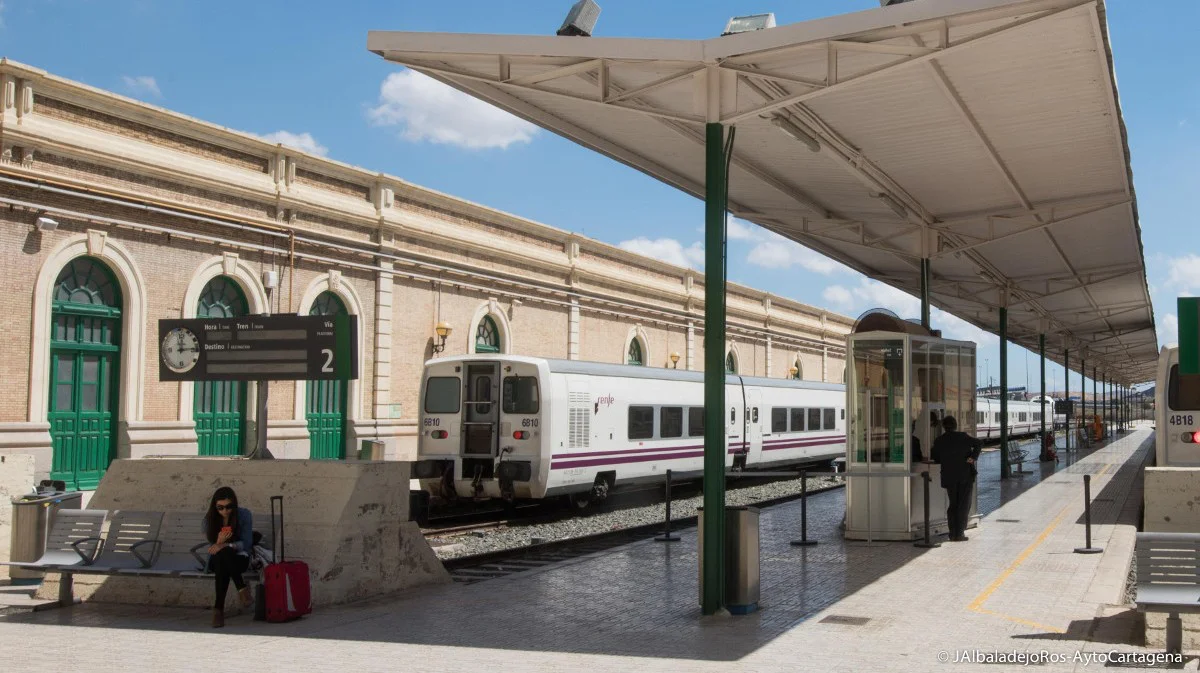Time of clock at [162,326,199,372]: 12:14
